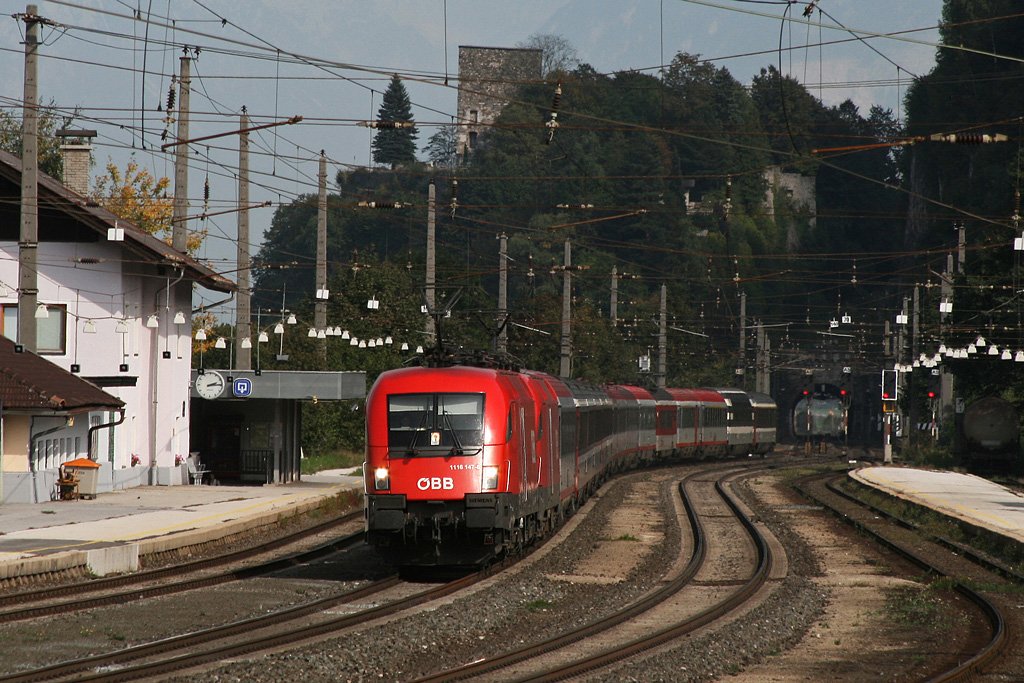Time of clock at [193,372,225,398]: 2:14
